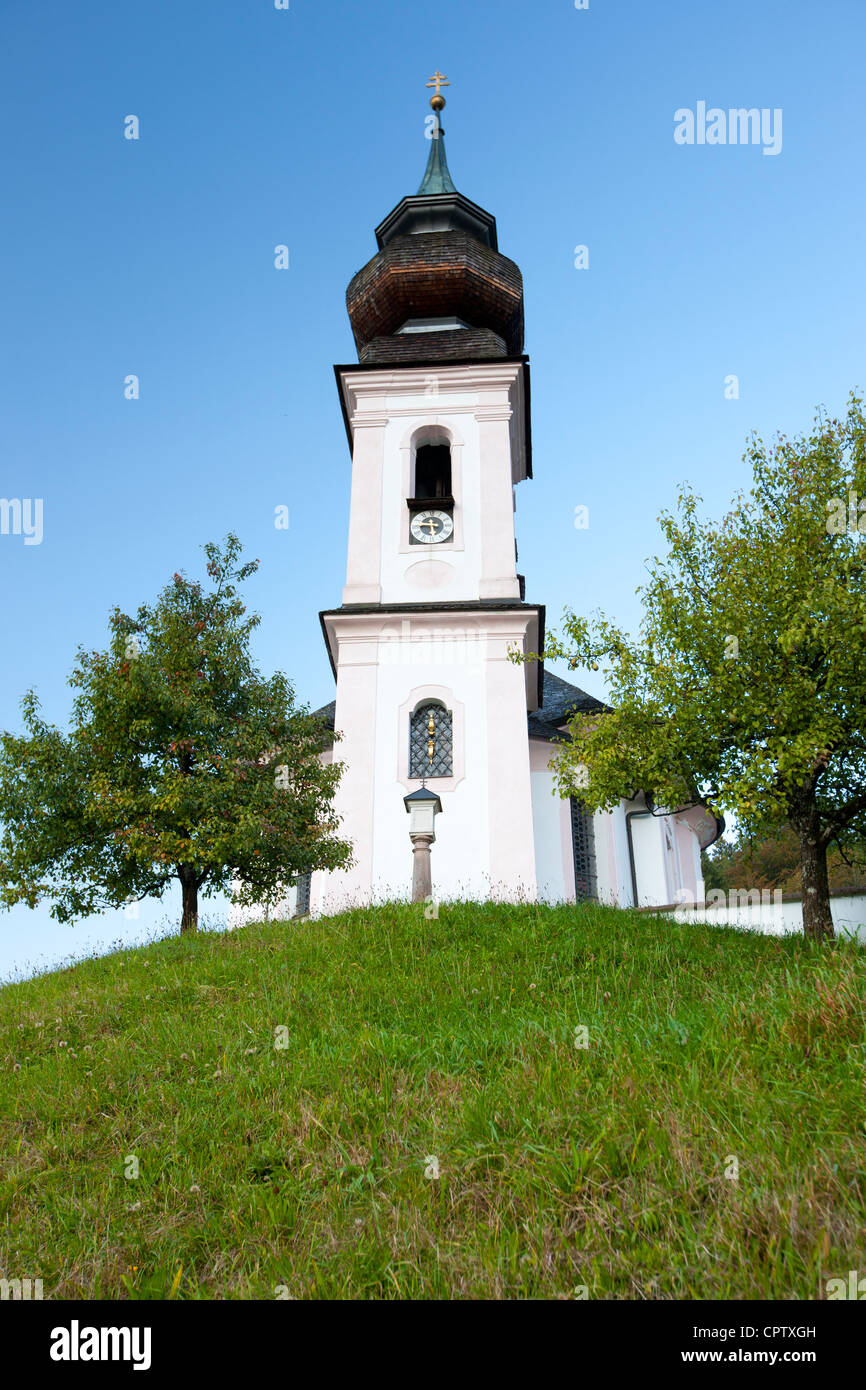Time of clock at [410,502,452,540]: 5:45
